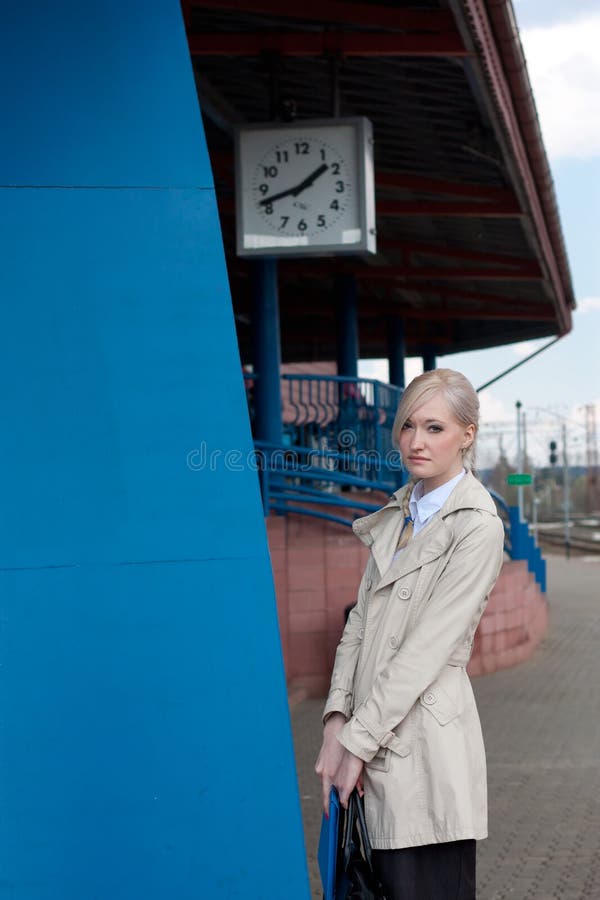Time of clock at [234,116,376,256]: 1:41
